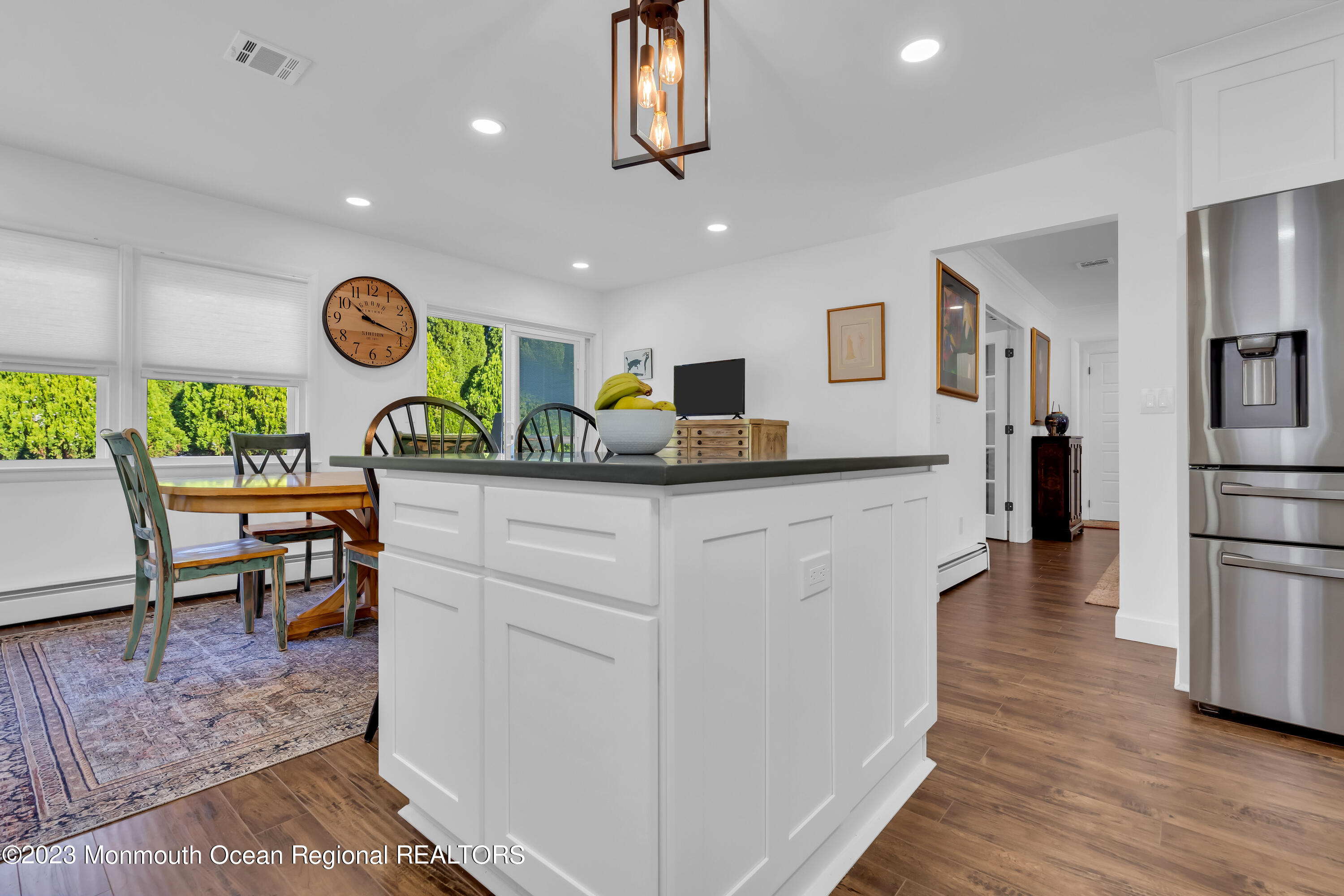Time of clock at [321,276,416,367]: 10:17
